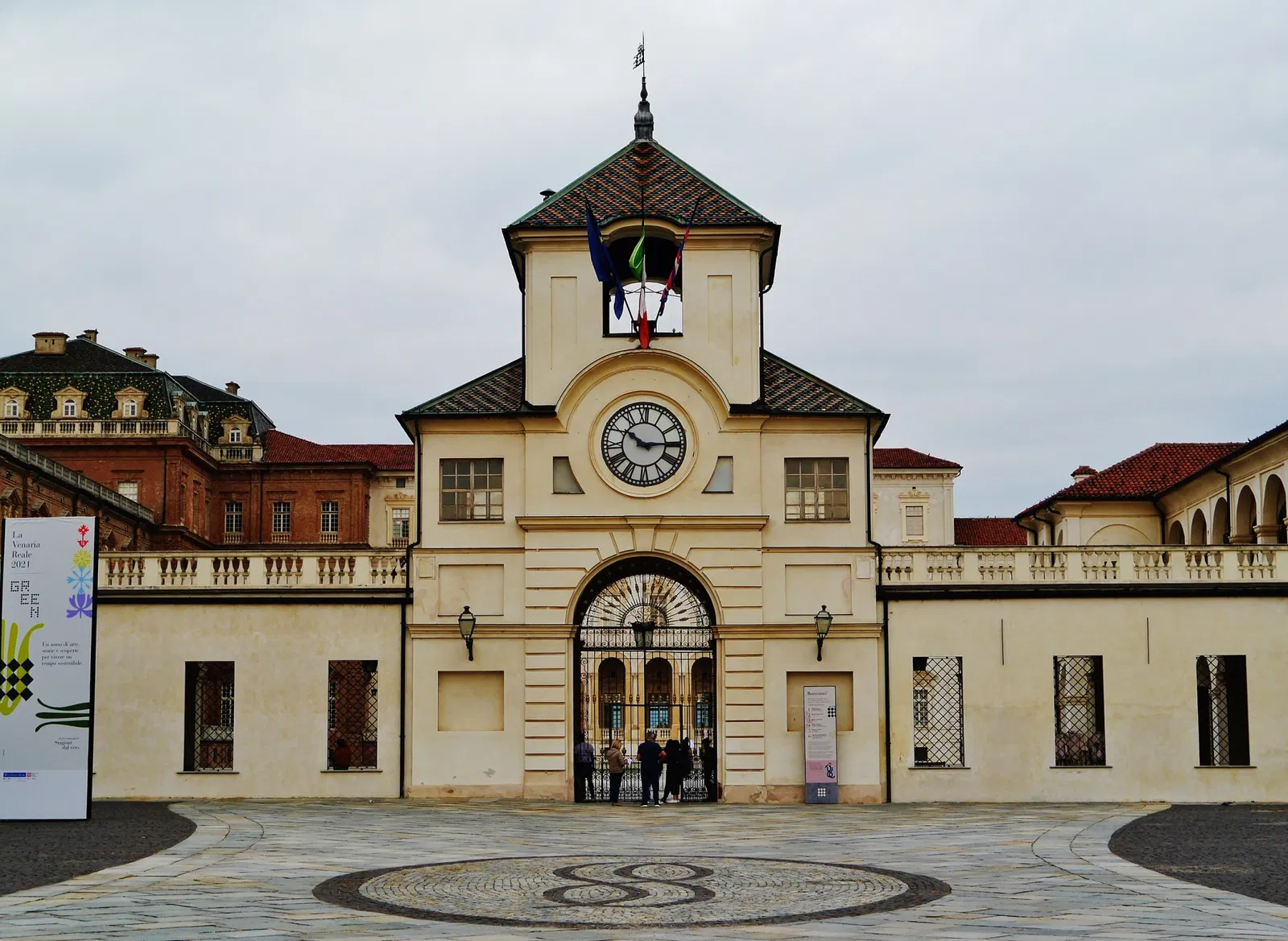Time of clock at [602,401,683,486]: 10:14
